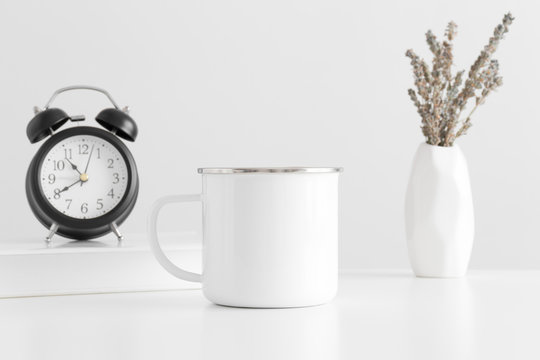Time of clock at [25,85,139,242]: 10:40
